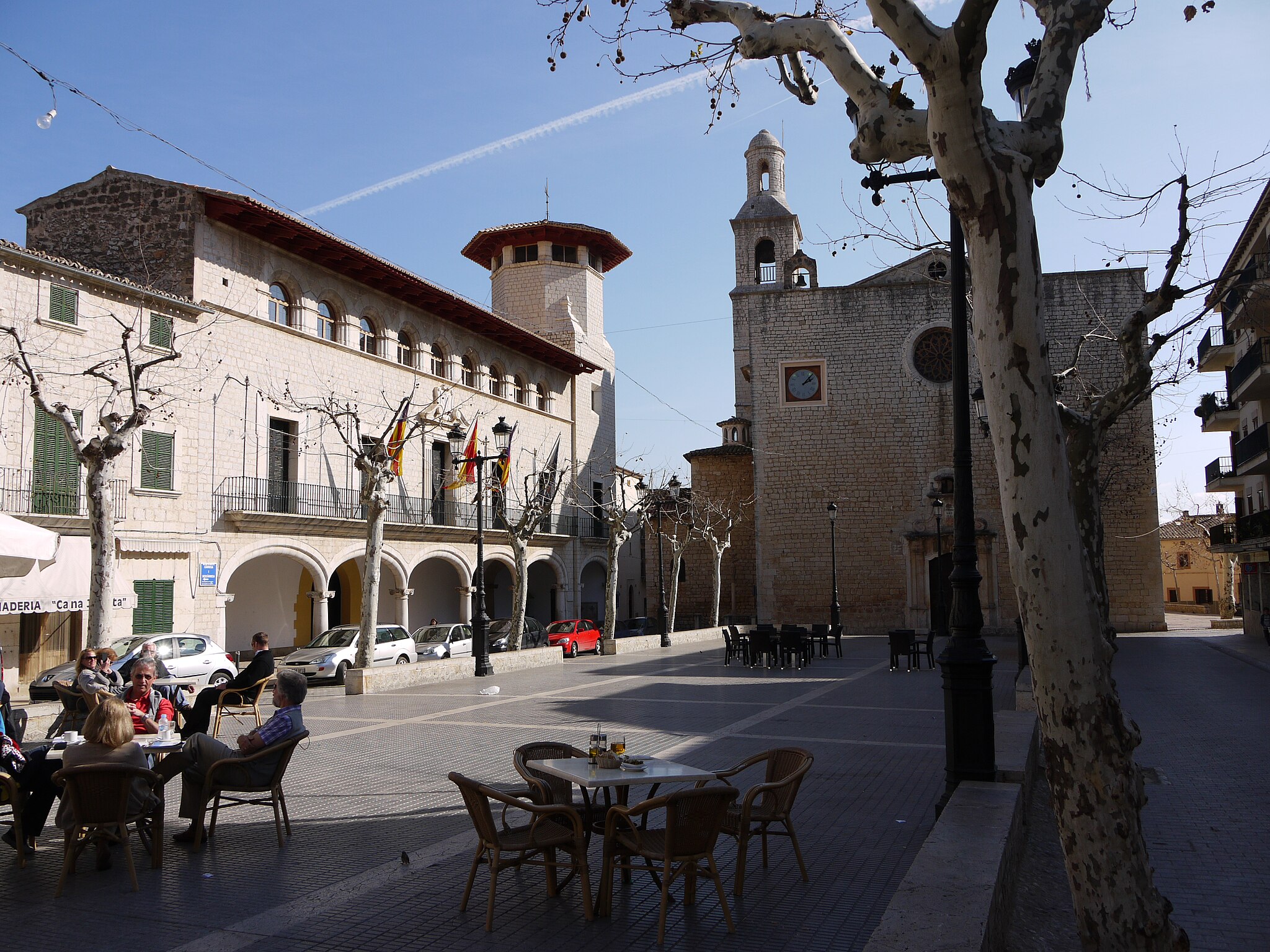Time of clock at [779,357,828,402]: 2:07
